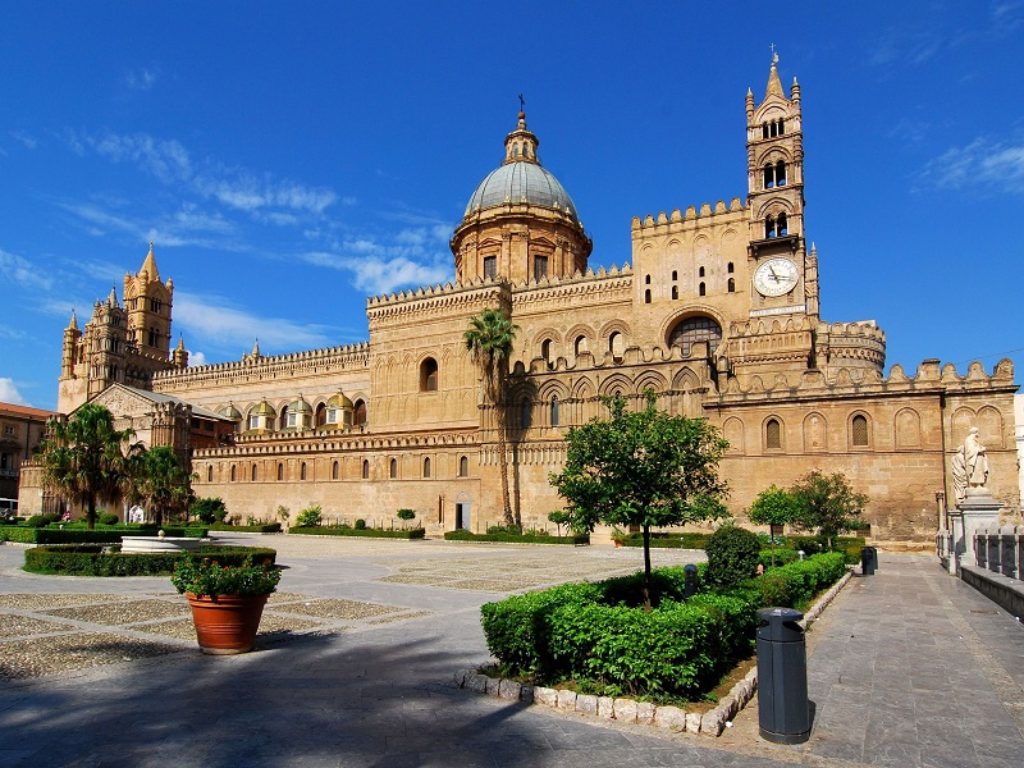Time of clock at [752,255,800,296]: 11:17
